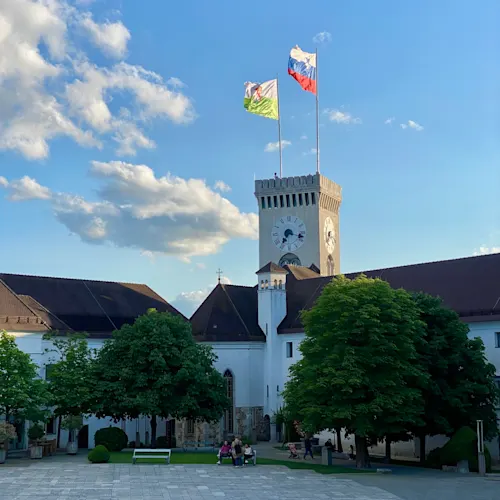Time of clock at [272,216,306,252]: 7:17
